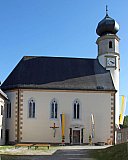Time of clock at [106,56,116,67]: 4:17
